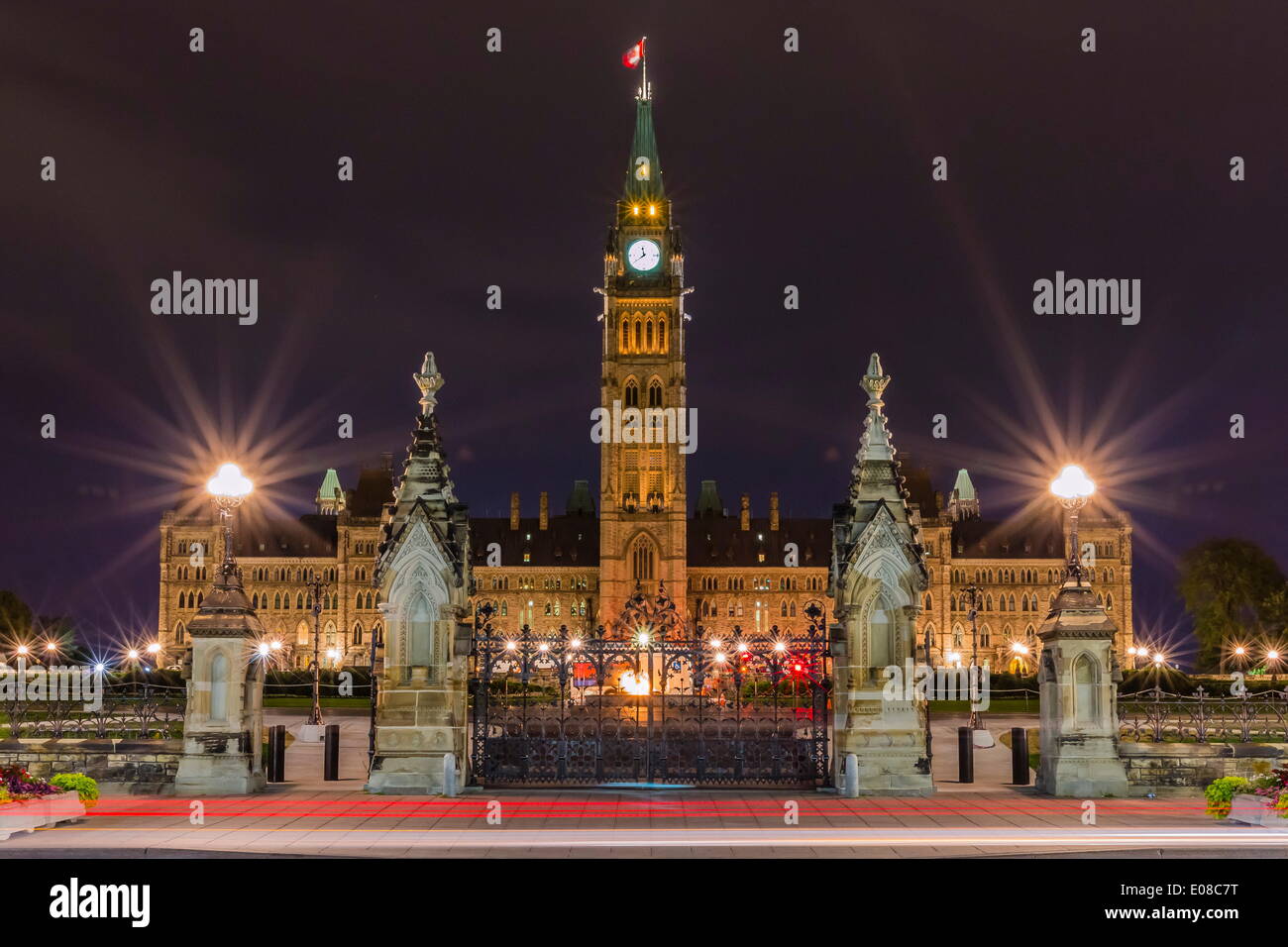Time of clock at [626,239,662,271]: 11:39
